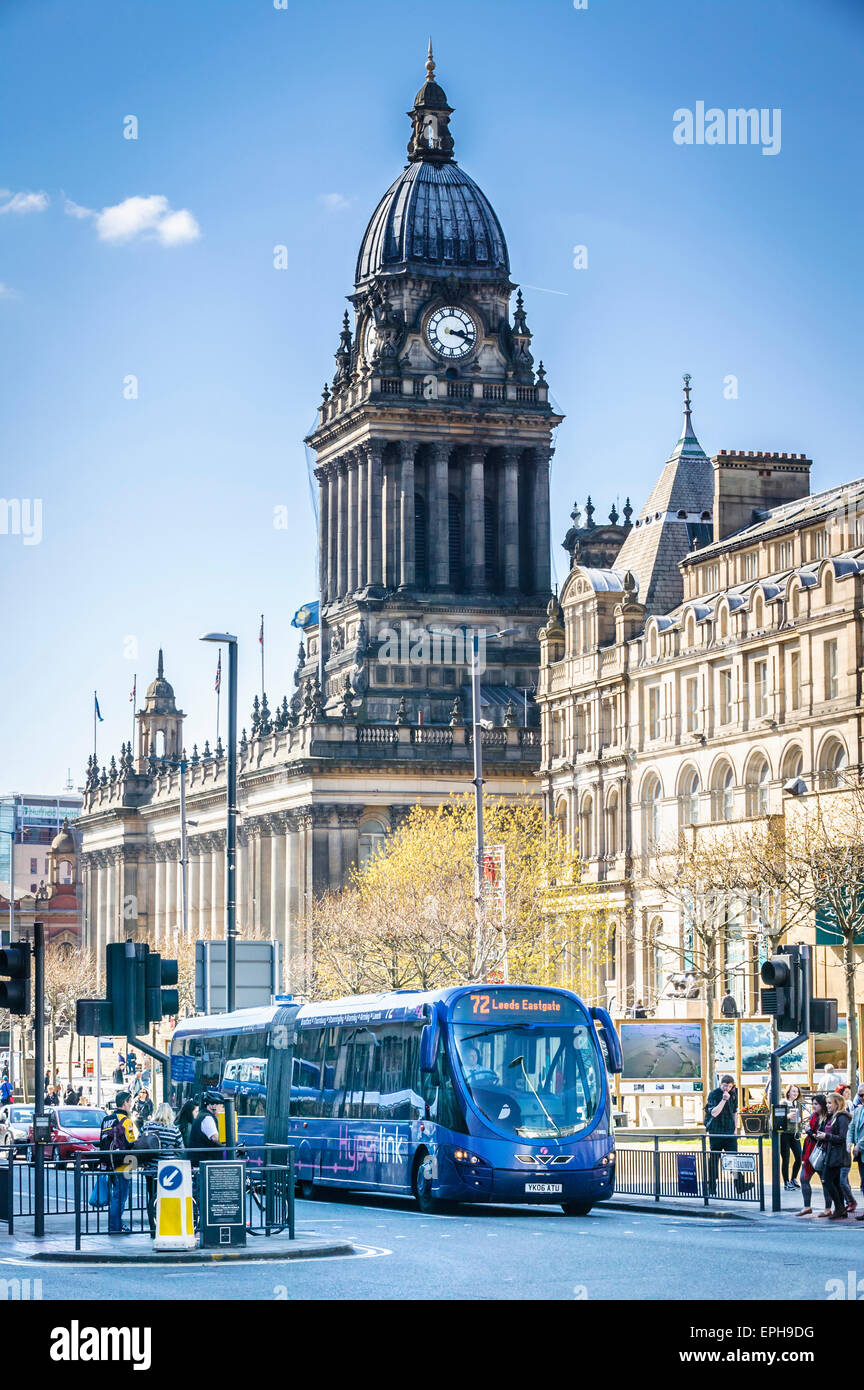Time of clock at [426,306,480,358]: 3:18
